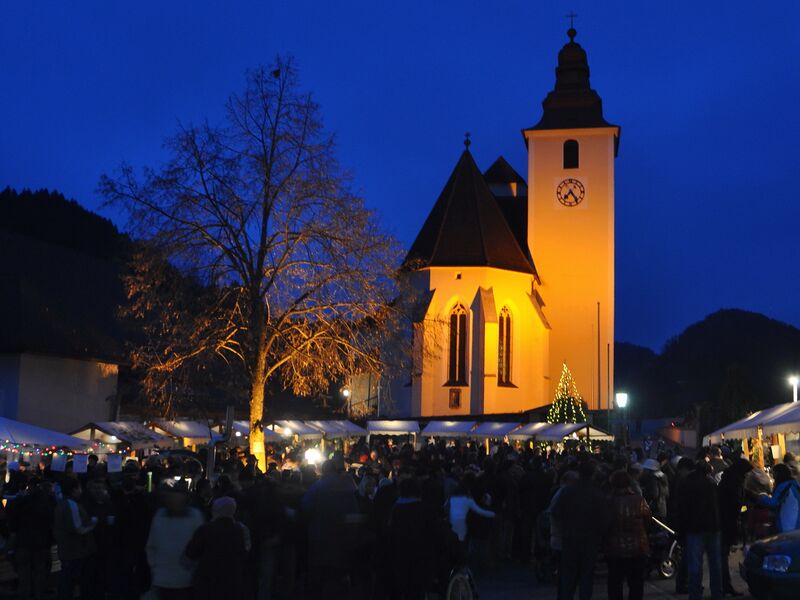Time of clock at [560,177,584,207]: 7:24
